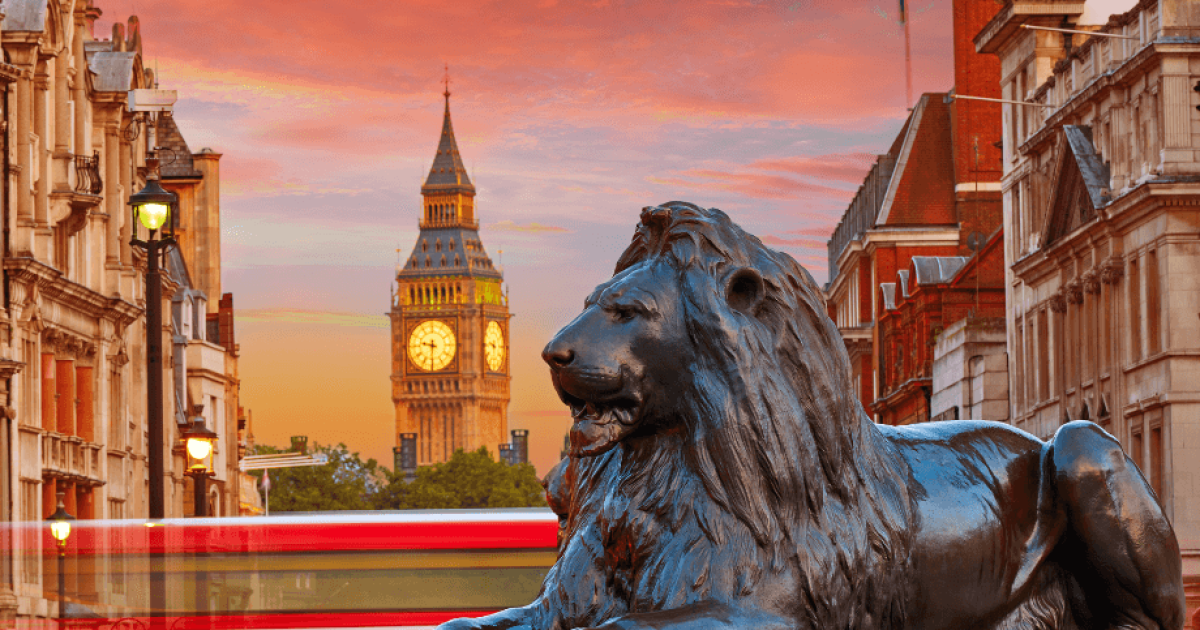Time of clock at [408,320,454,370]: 9:30
